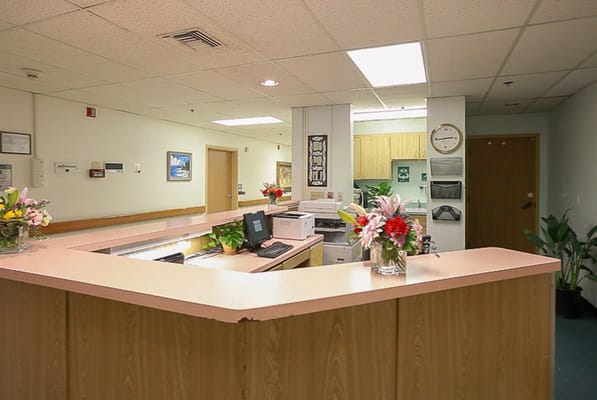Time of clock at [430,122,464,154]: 2:44
